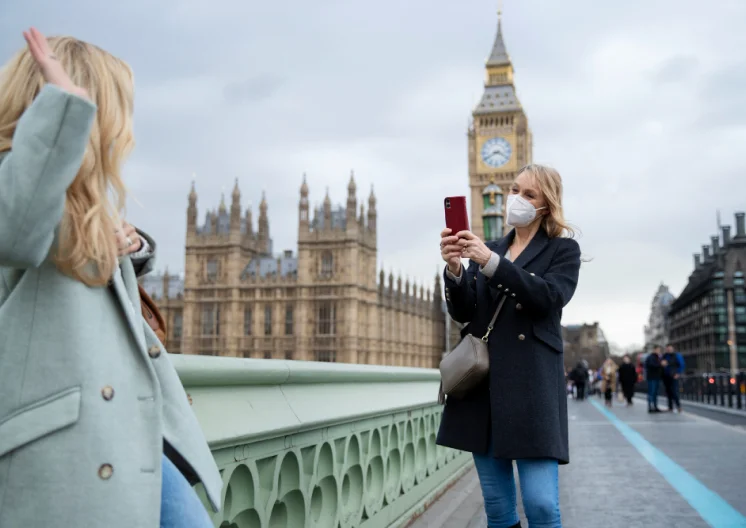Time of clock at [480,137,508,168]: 3:40
